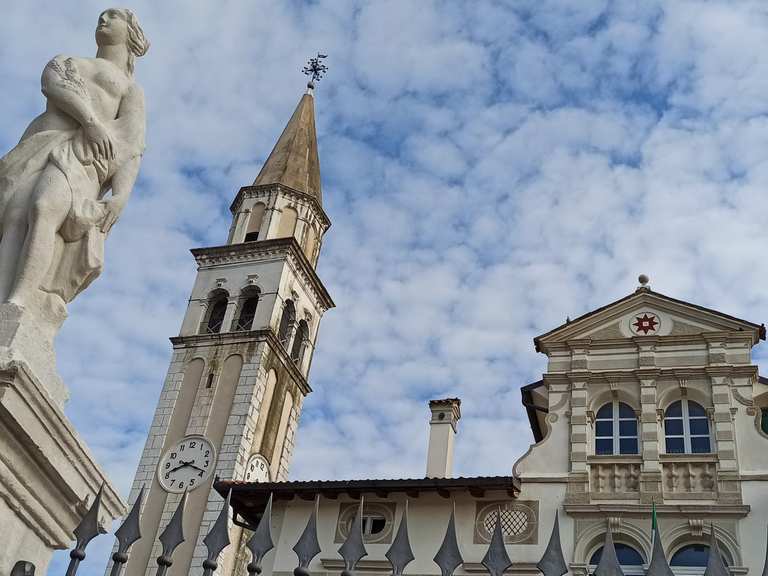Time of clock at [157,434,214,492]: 8:18
